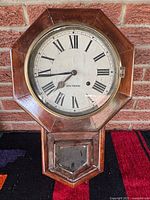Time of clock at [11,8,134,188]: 7:44
